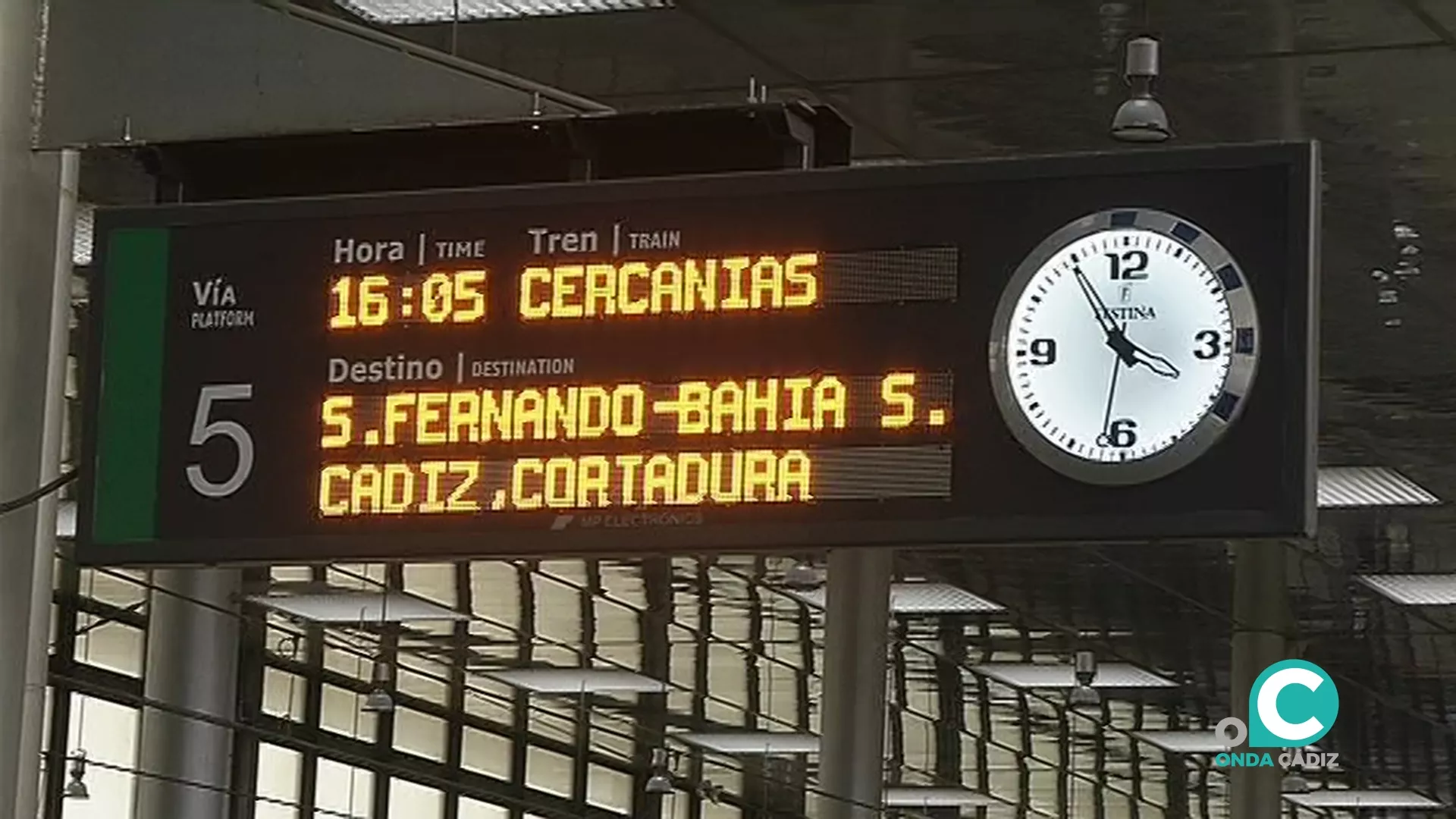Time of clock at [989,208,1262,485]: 3:54
